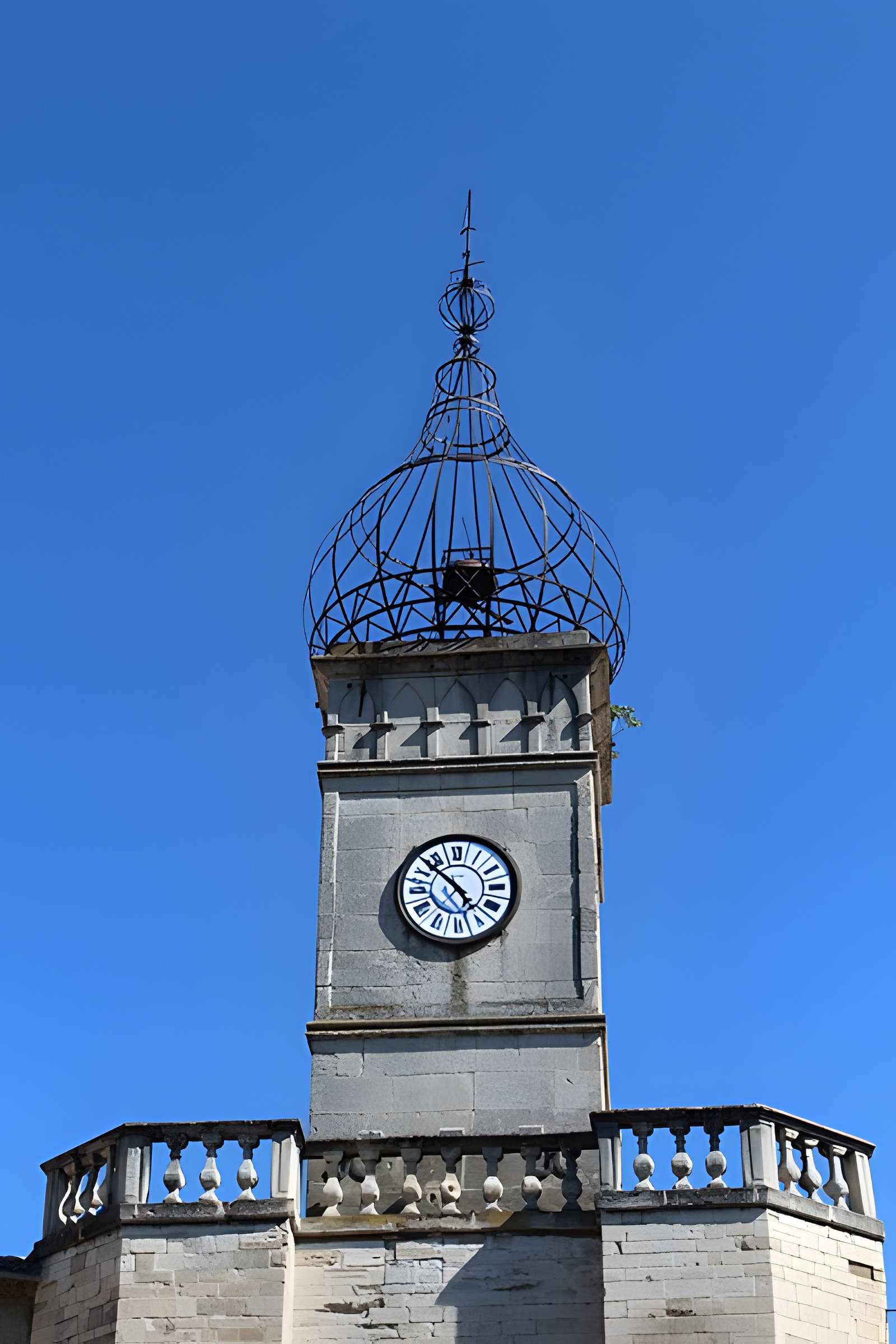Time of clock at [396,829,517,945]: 4:52
